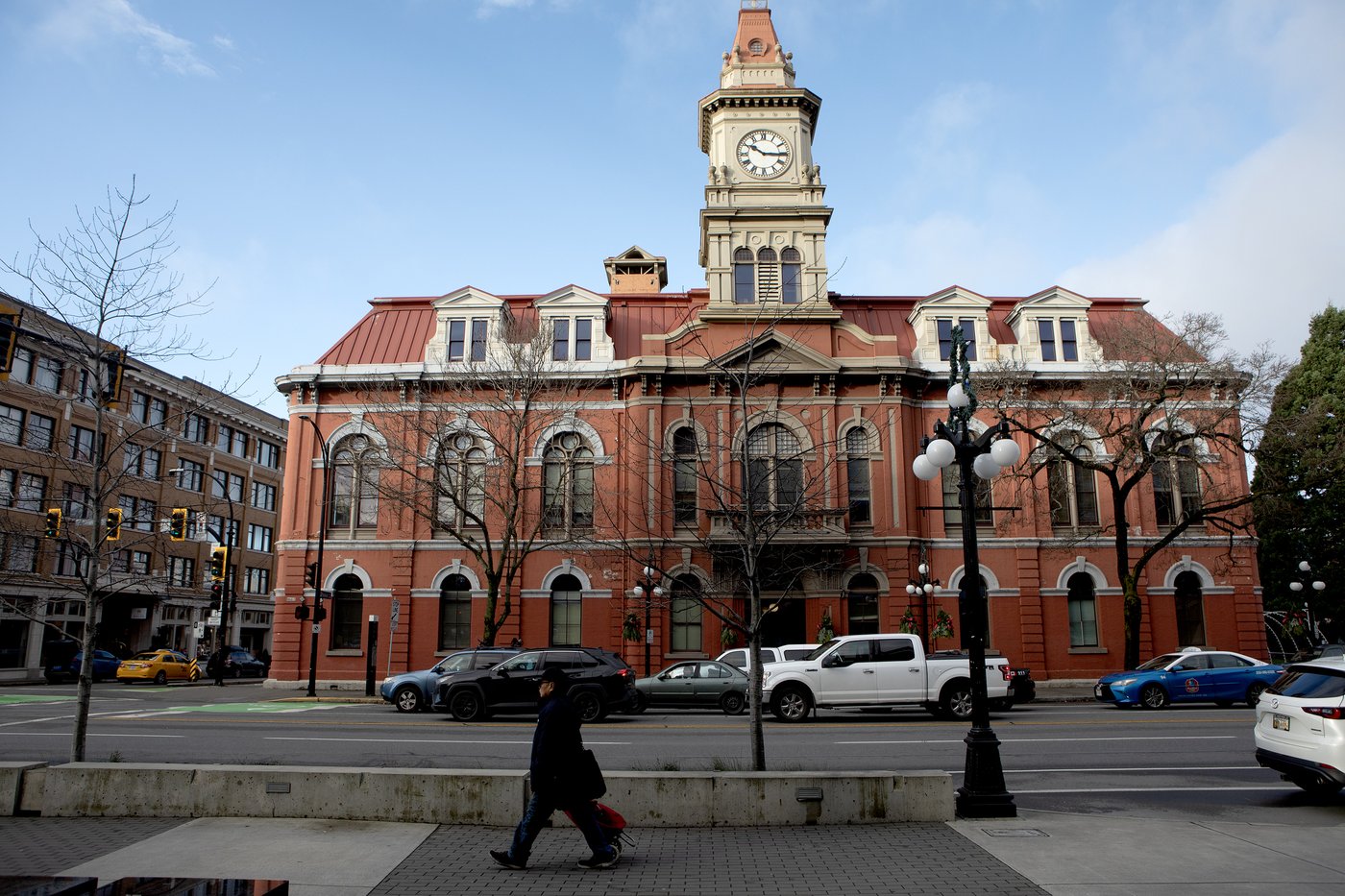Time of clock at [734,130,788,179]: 10:15
